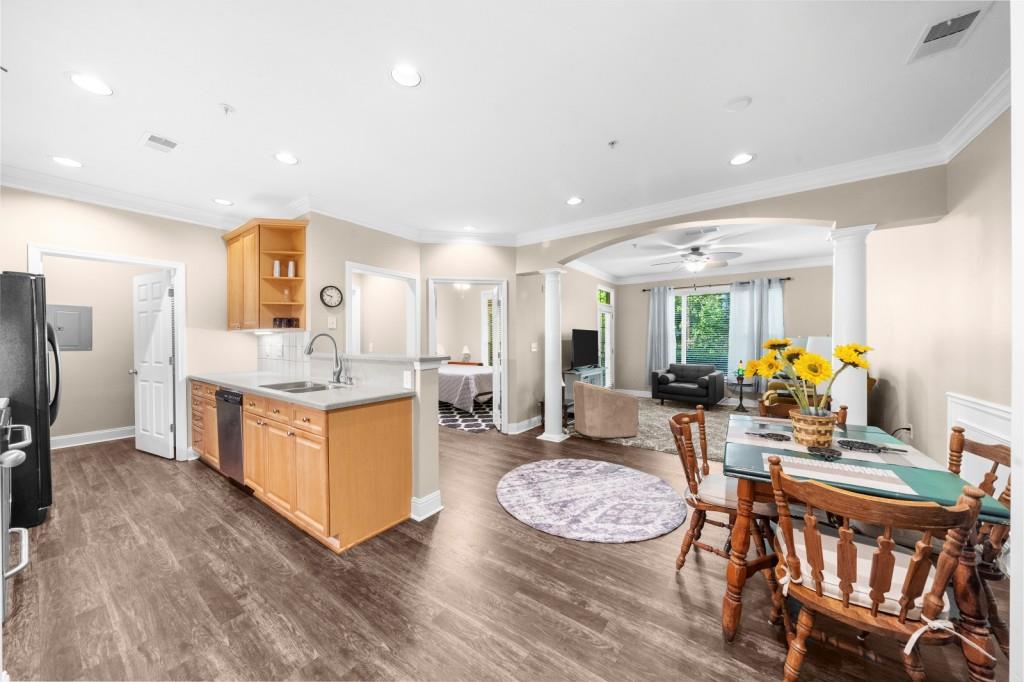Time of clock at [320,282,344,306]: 9:34
